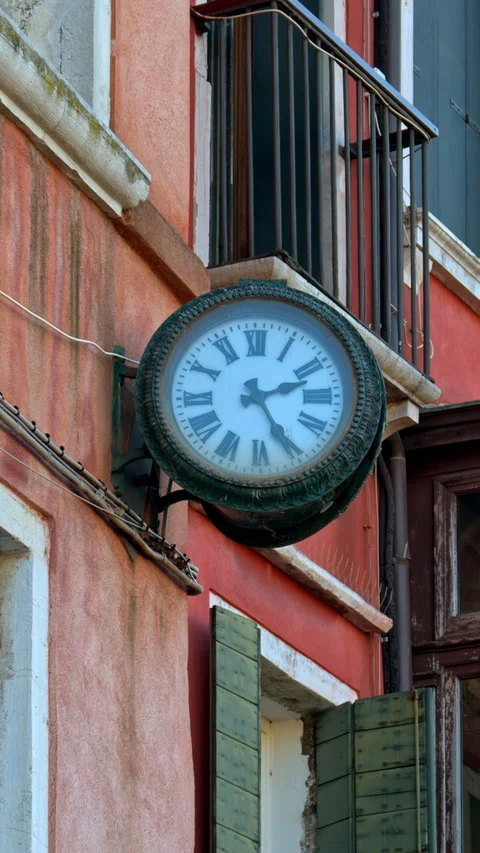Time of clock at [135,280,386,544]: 2:25
